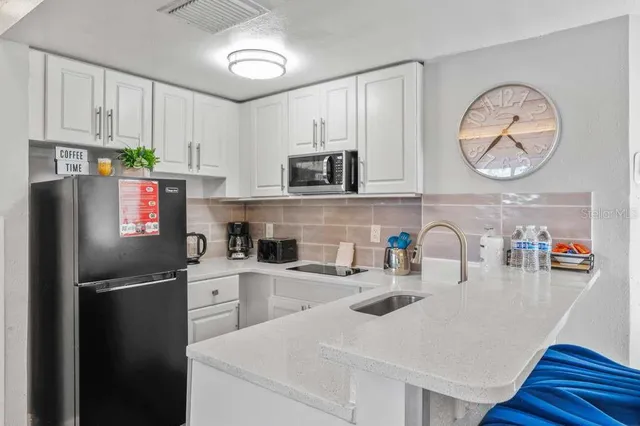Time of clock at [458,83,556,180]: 4:37
